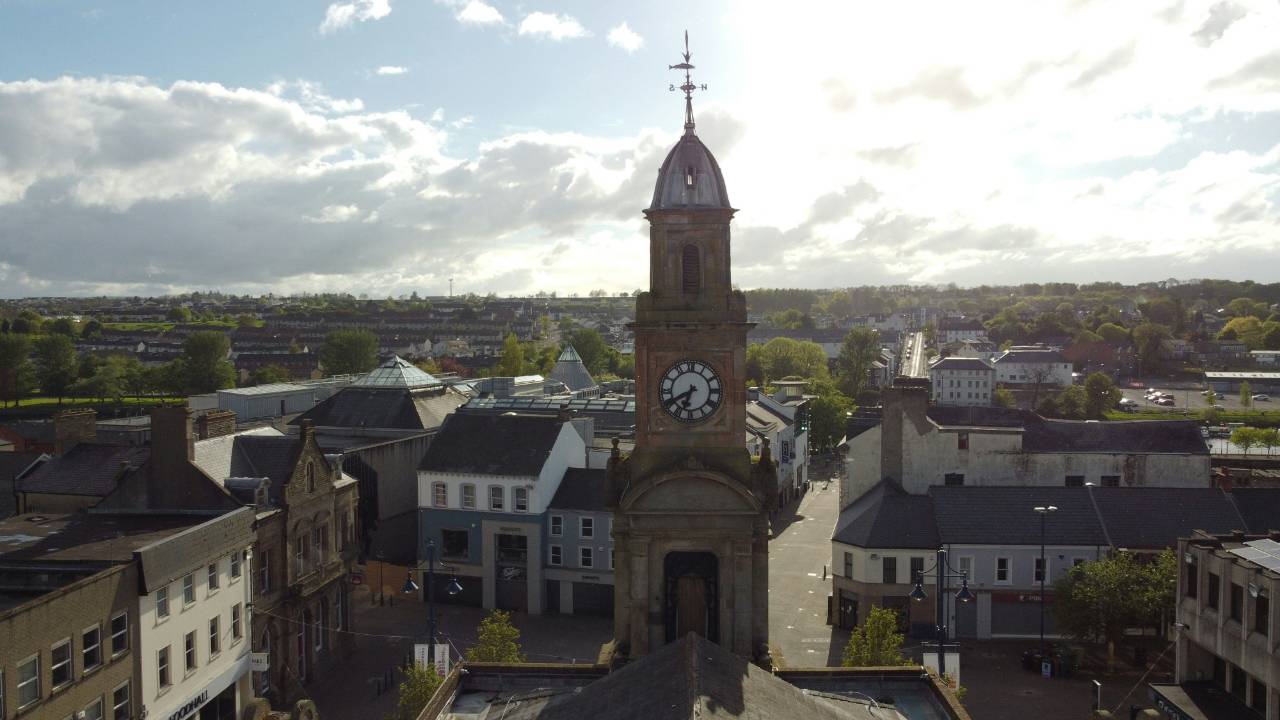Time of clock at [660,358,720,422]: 6:40
